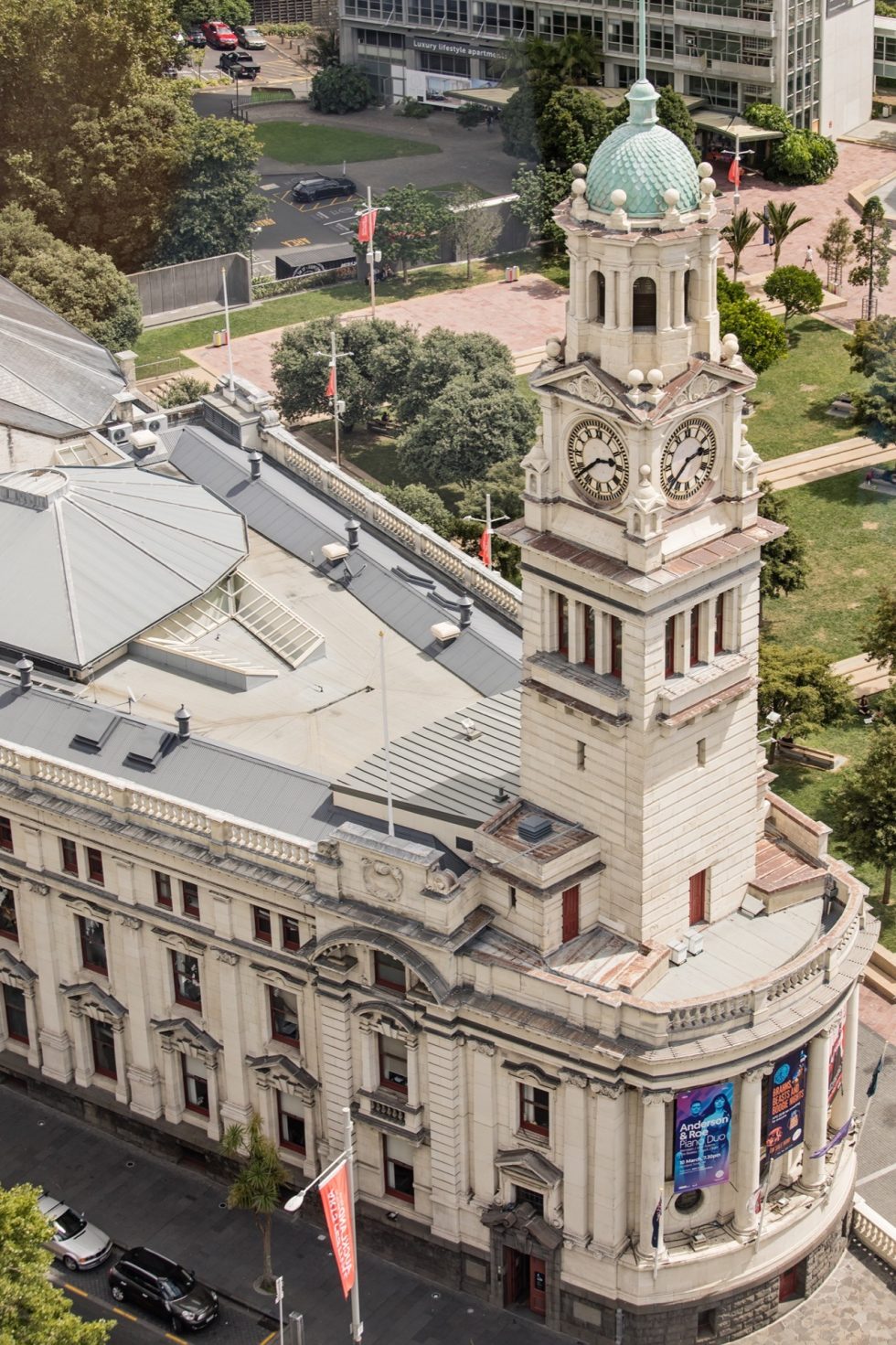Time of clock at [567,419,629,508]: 2:38
